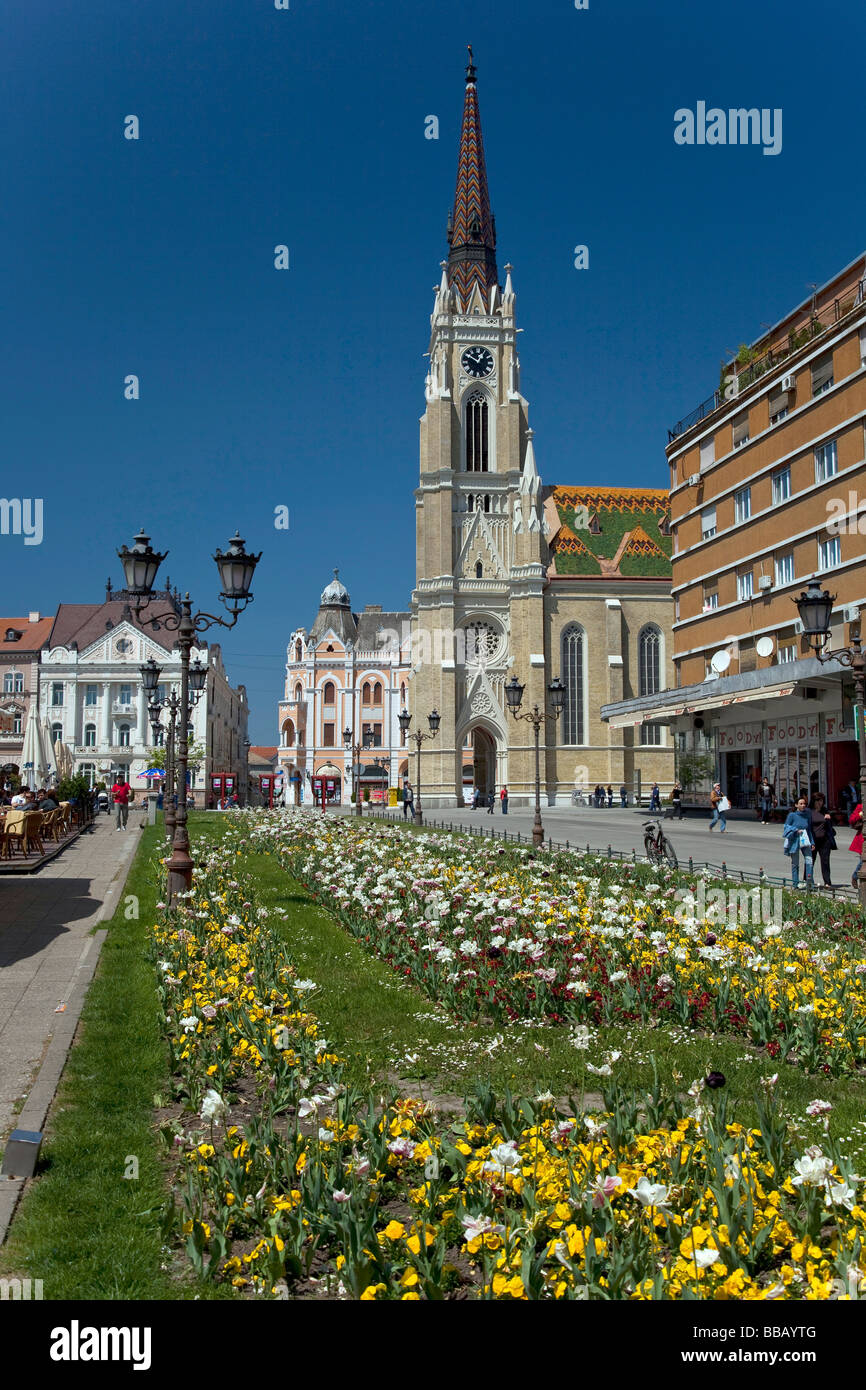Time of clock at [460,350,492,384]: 12:50
